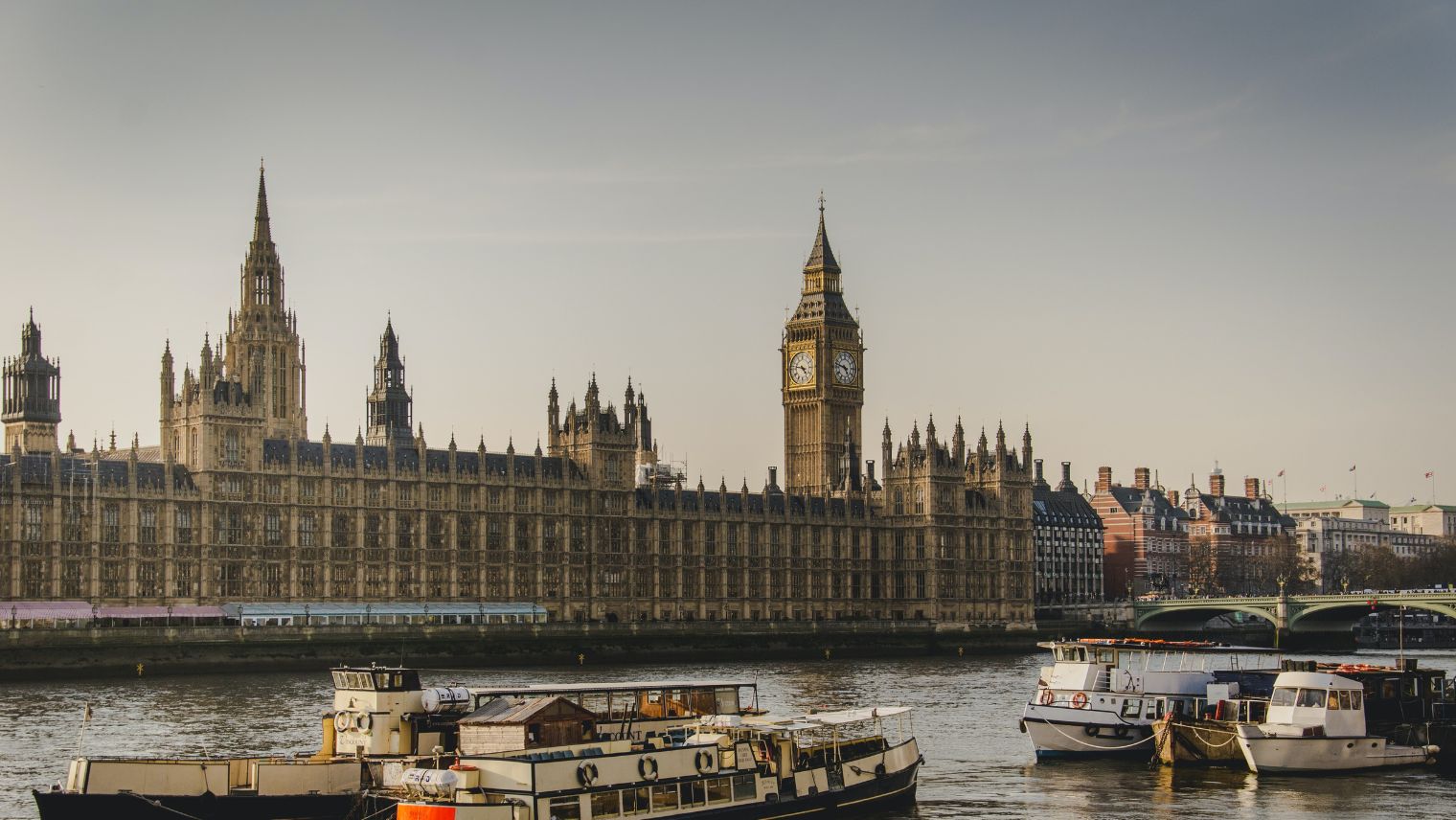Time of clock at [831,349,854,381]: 4:47
